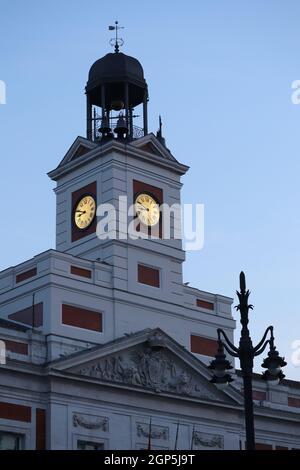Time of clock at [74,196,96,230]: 8:48
